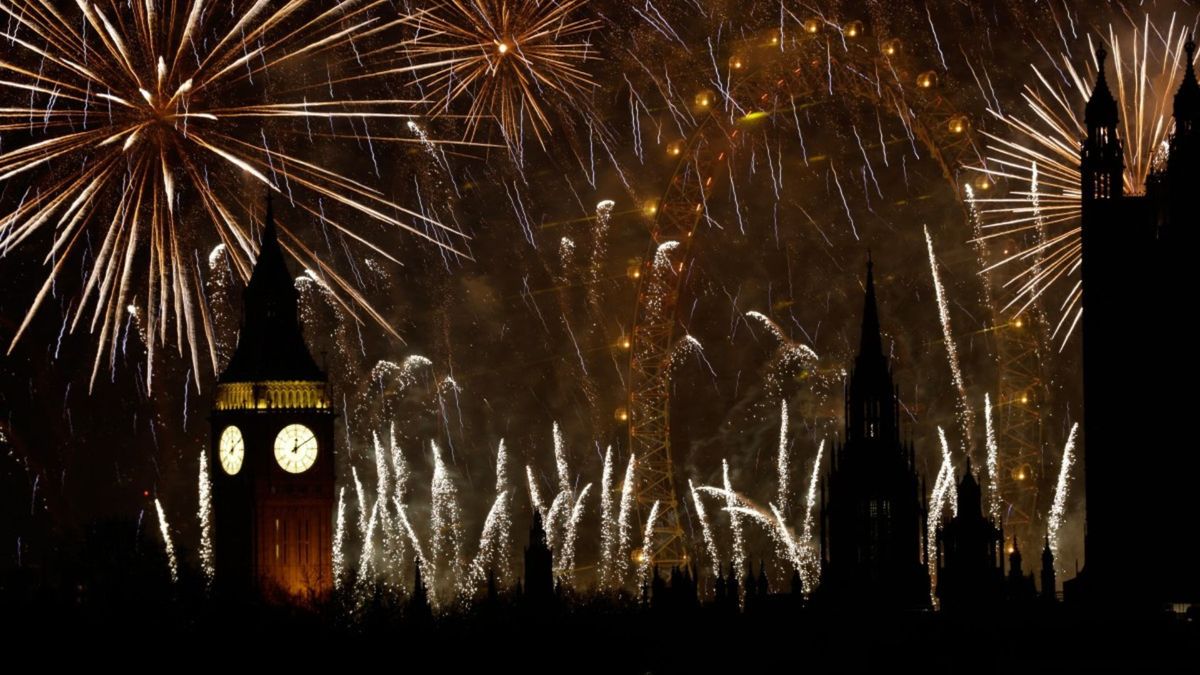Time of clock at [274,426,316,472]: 12:09
